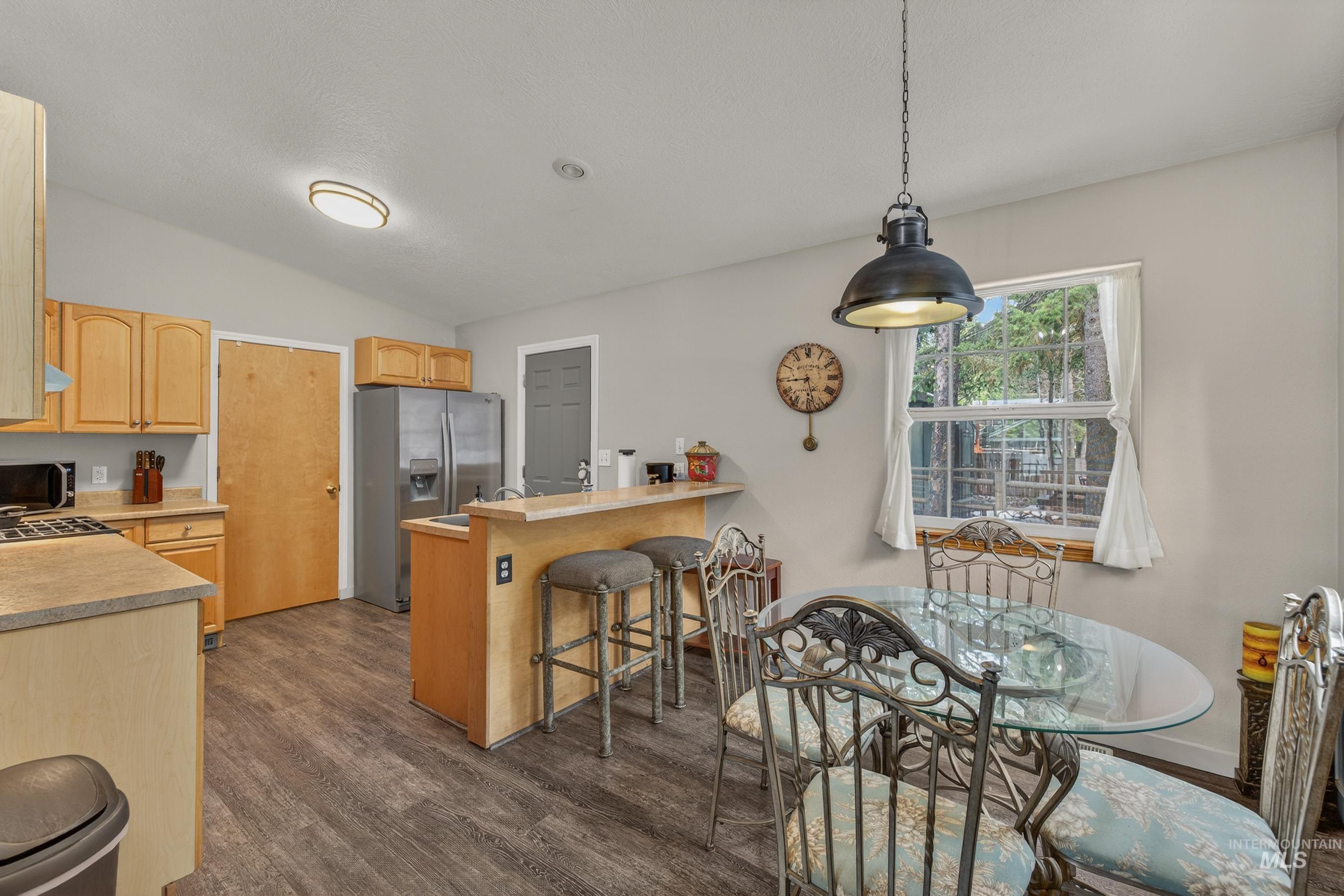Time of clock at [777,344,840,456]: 5:44
